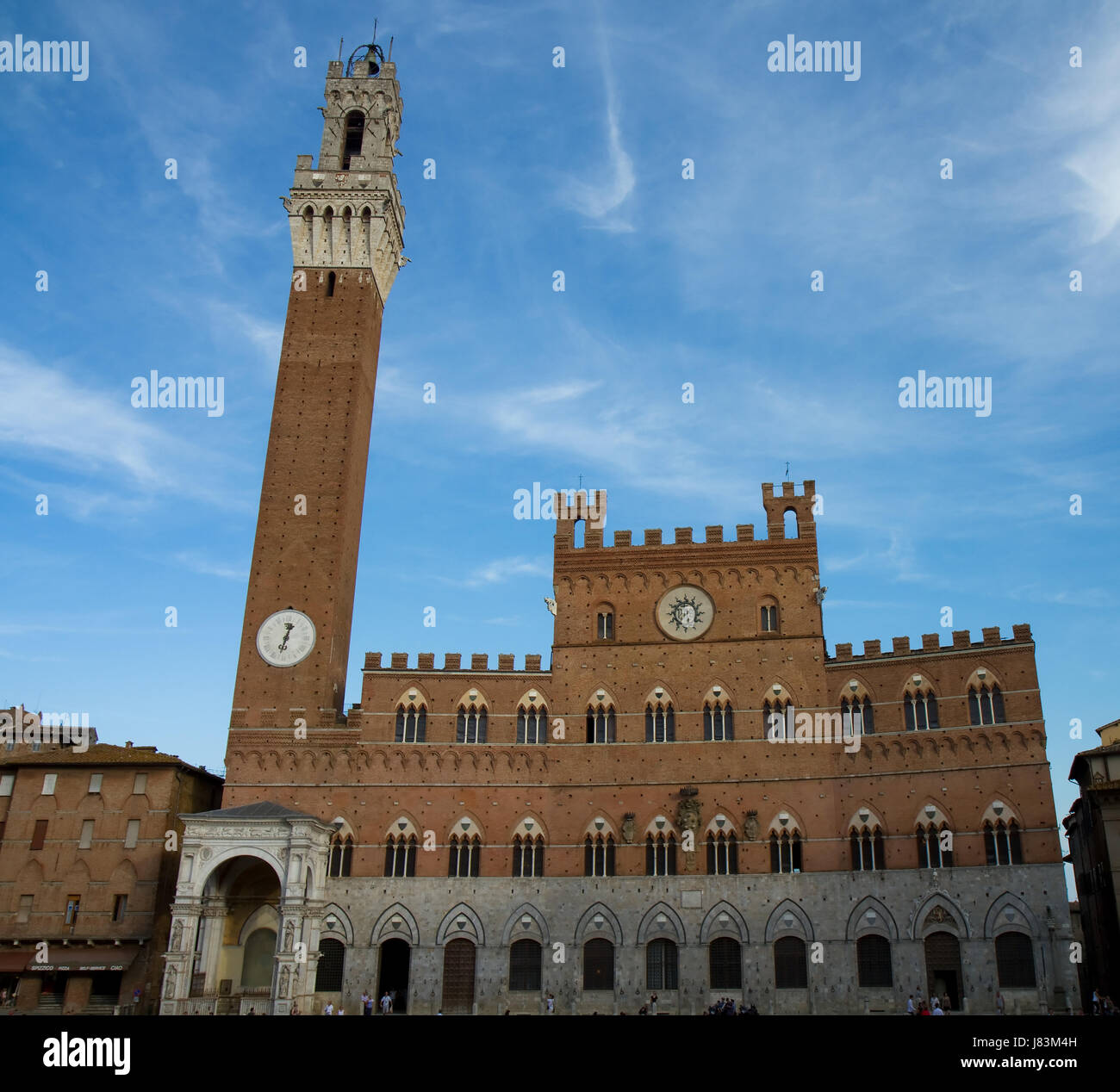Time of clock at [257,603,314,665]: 12:32
